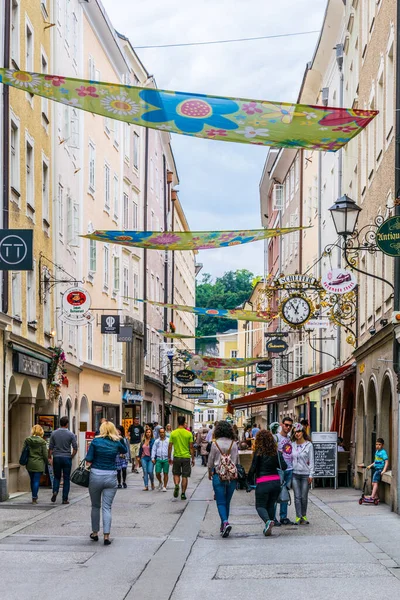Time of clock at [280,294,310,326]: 12:55
